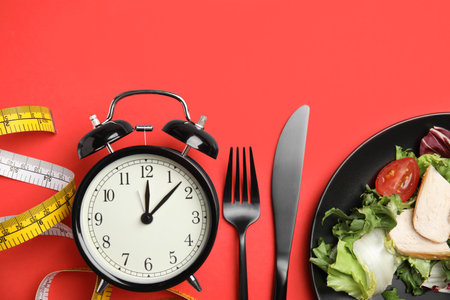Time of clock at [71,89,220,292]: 12:07
